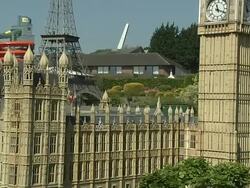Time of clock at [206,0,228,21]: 11:18
